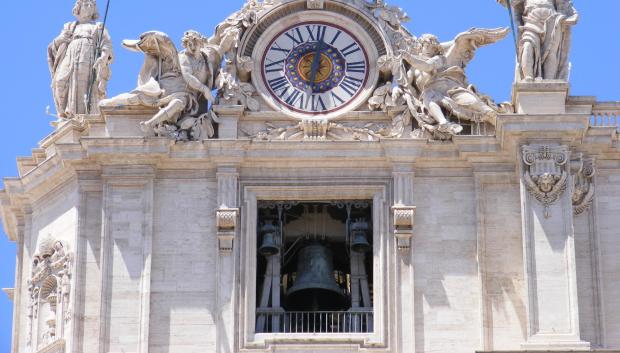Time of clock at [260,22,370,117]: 6:01
